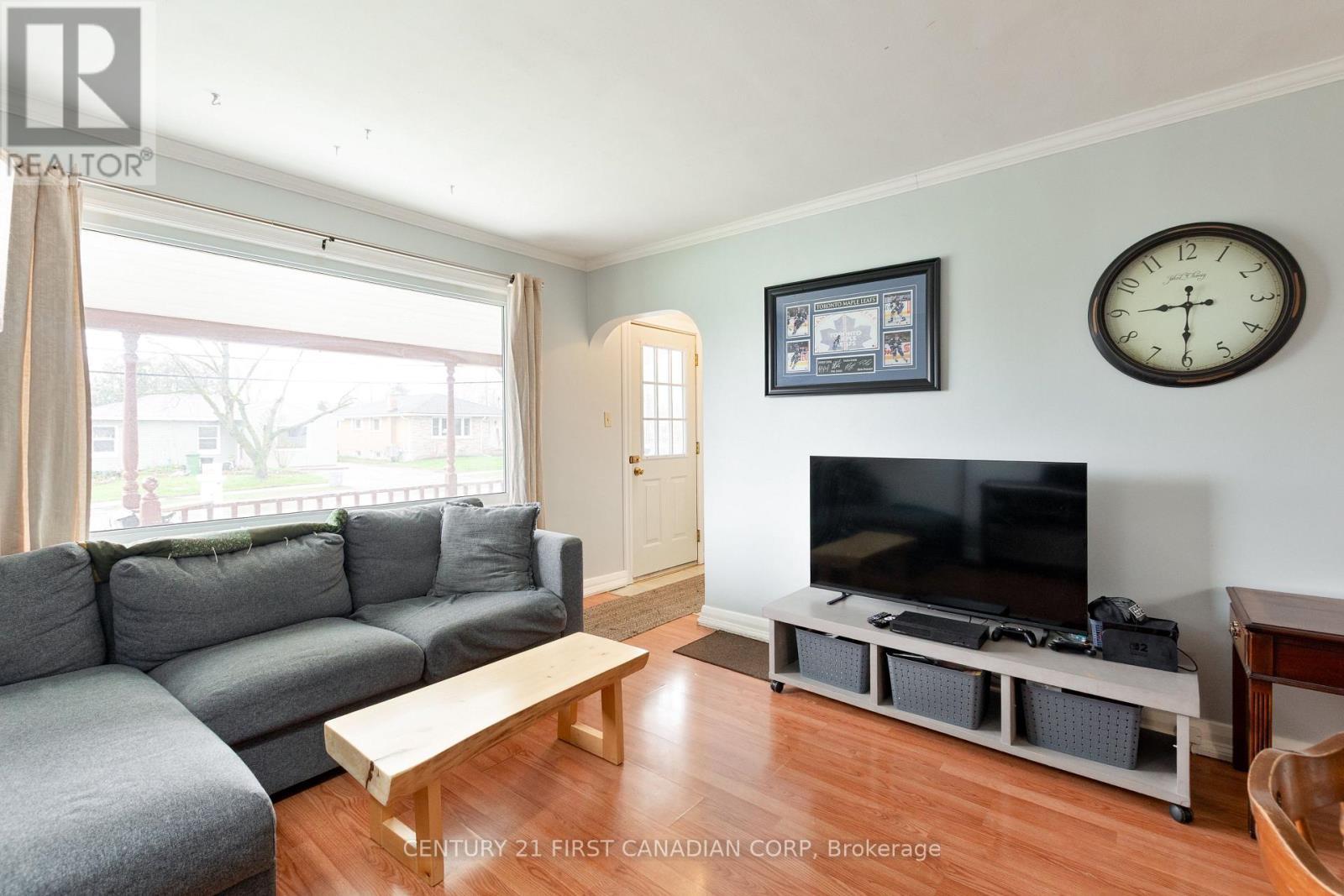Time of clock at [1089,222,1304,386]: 8:30
